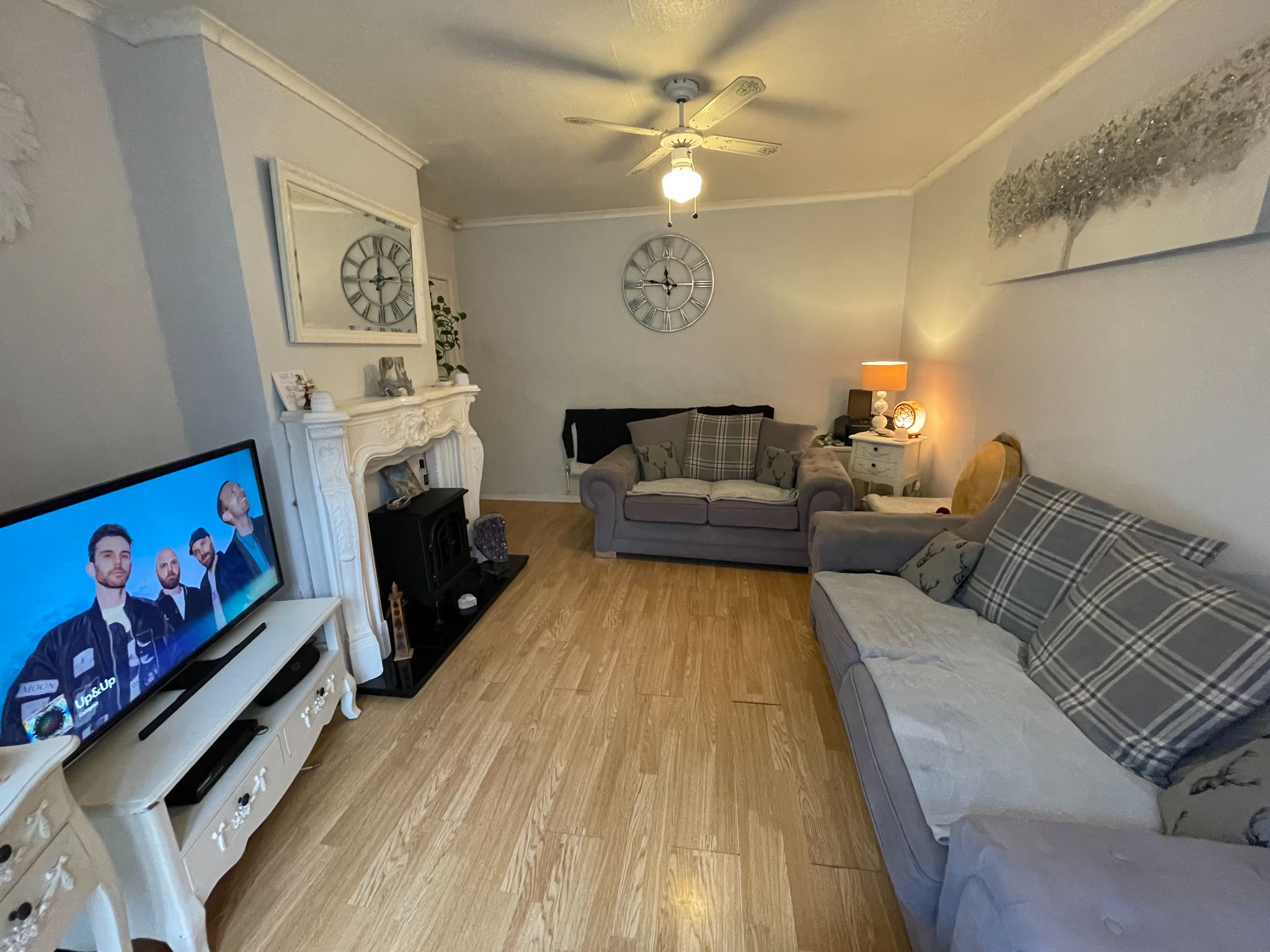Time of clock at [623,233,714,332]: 11:46
